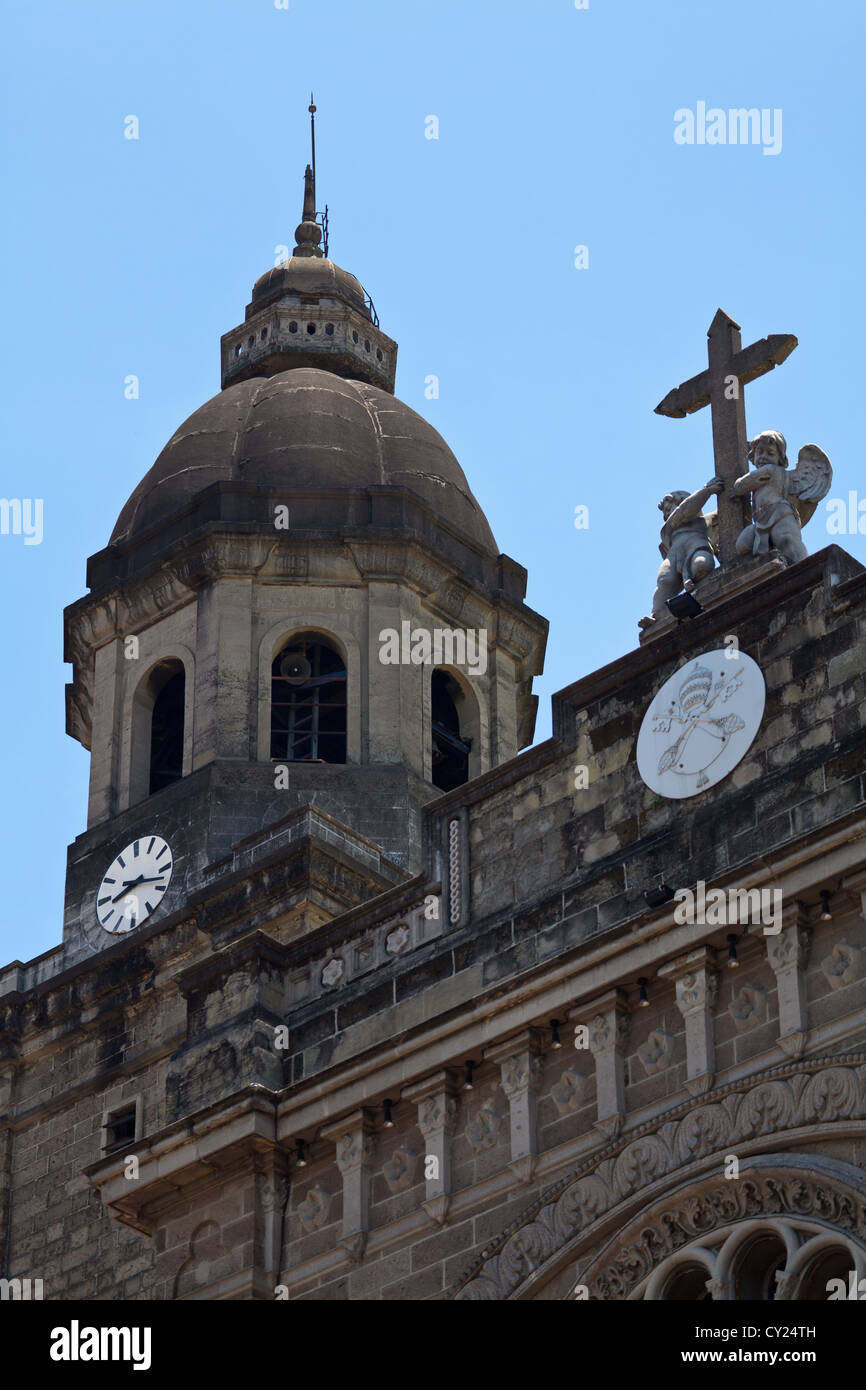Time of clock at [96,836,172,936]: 8:17
